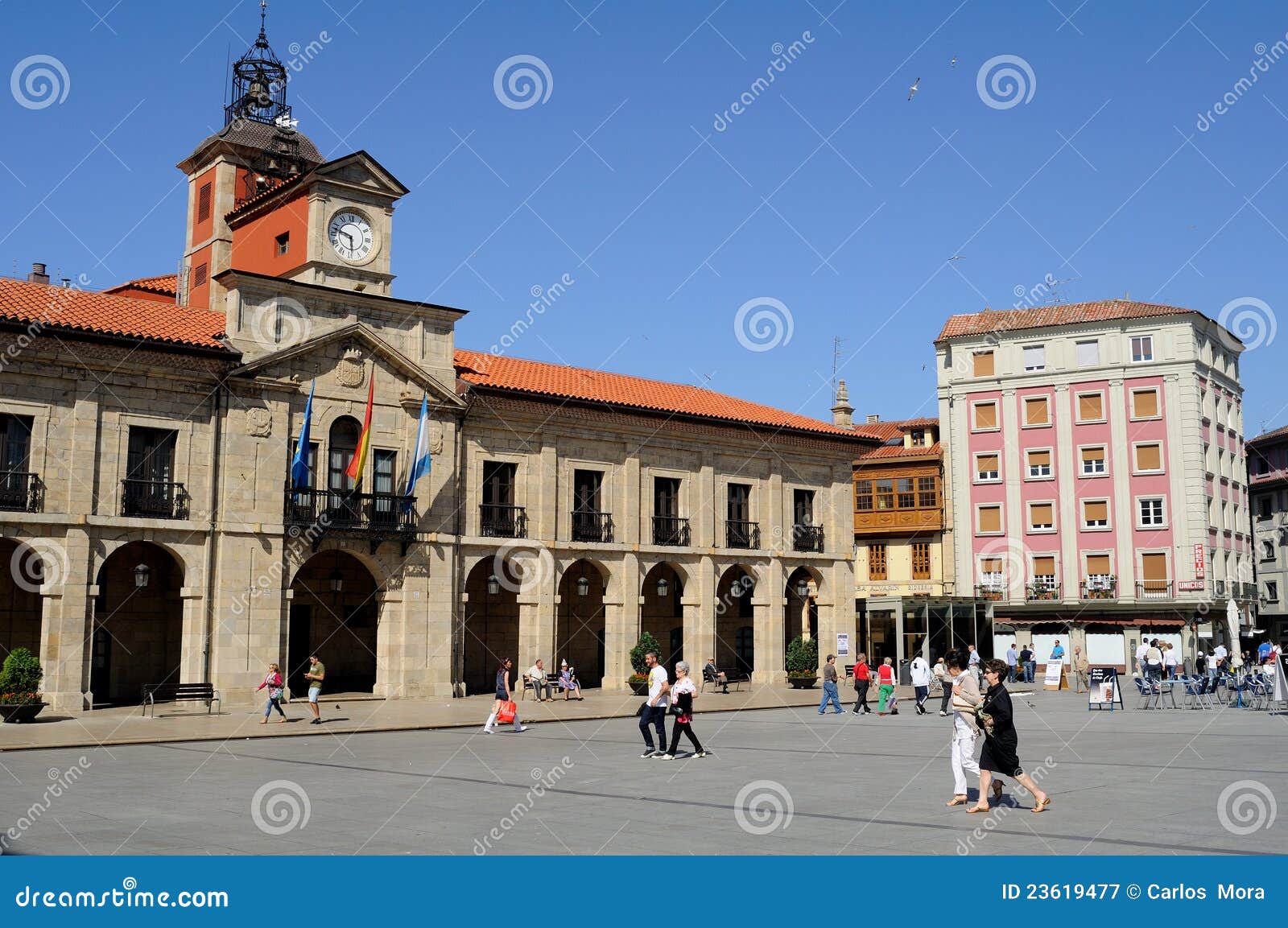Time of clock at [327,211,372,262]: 5:47
